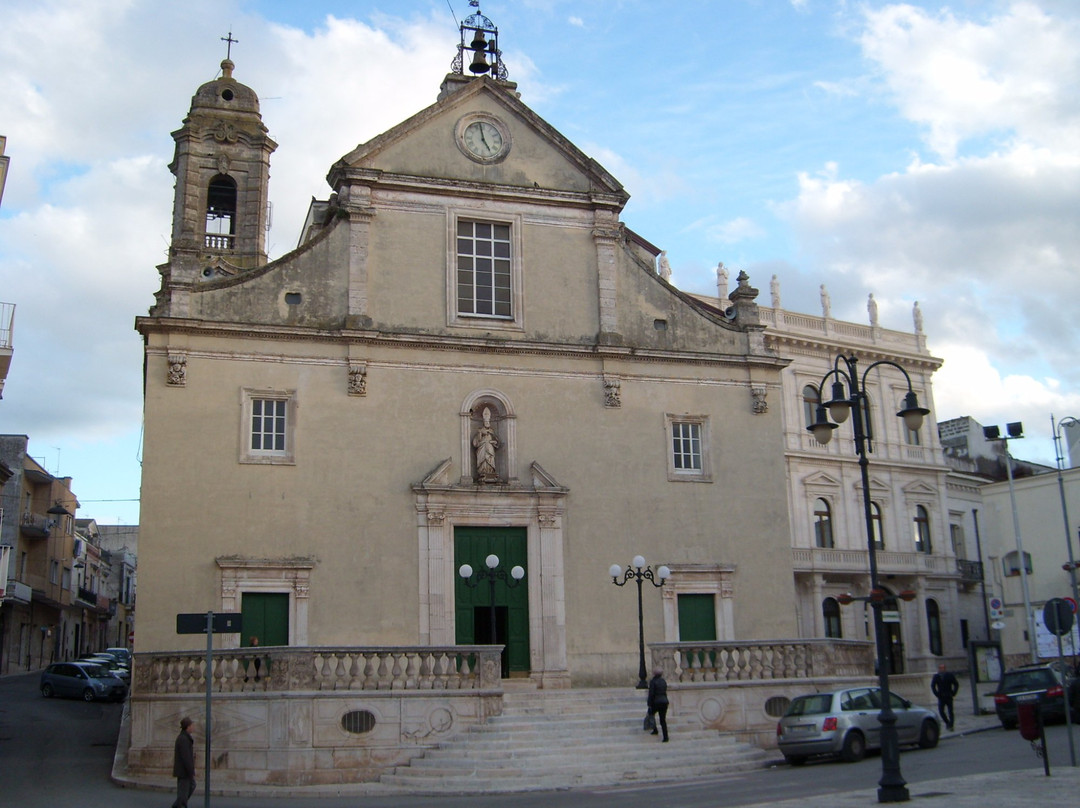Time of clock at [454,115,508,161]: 4:58
